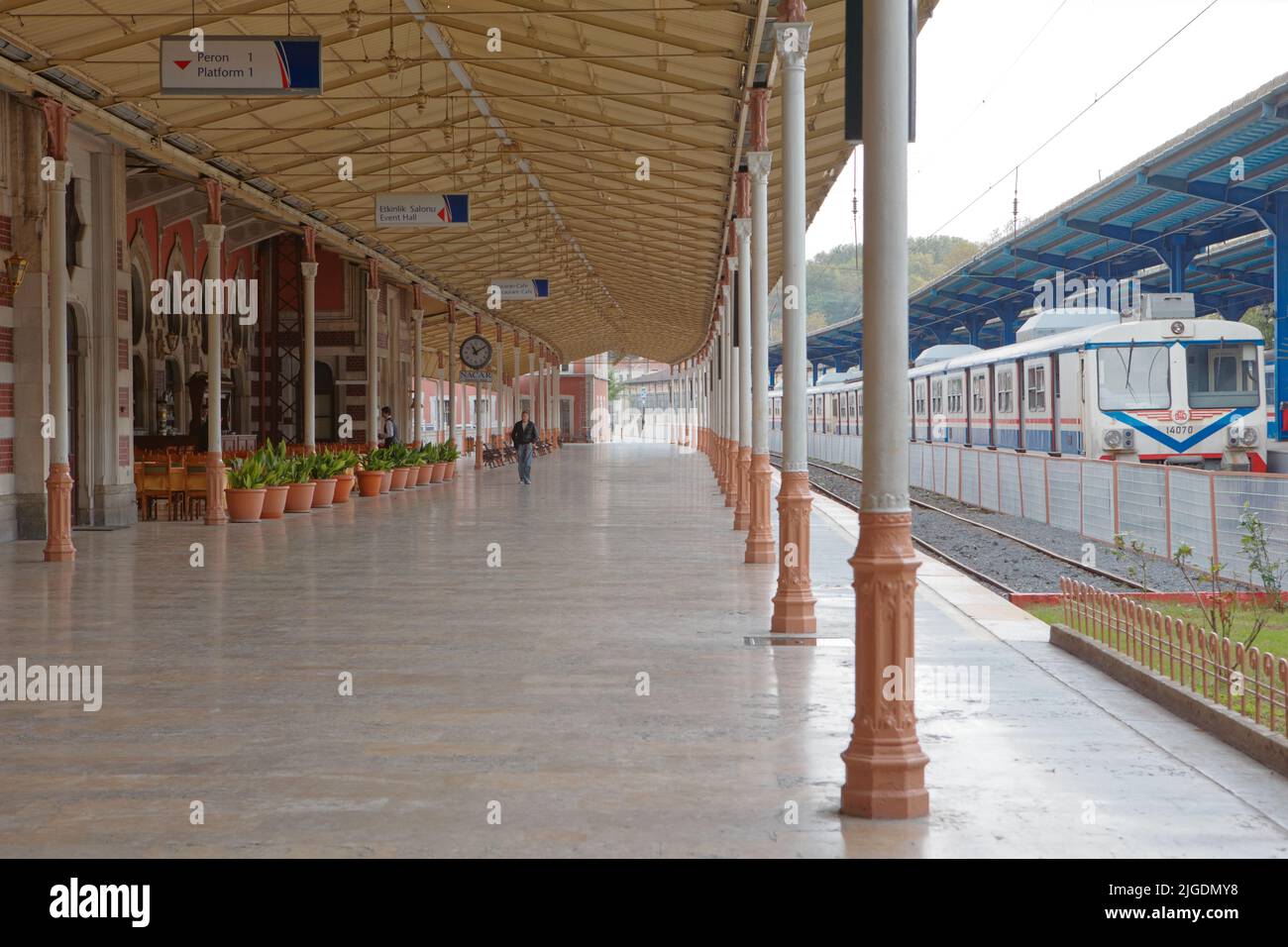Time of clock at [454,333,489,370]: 11:09
